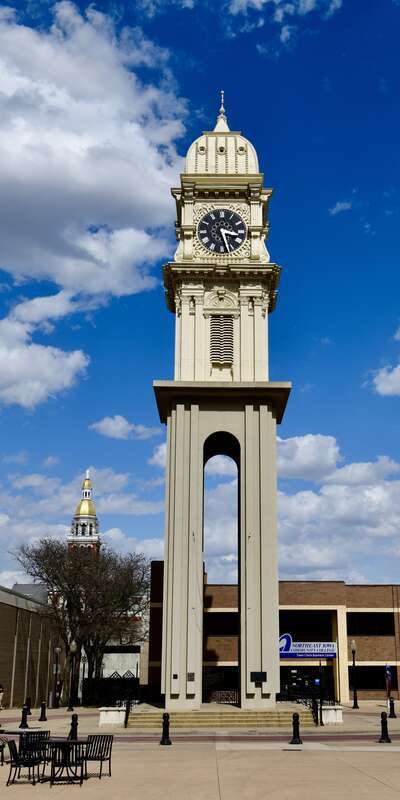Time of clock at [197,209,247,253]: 3:27
